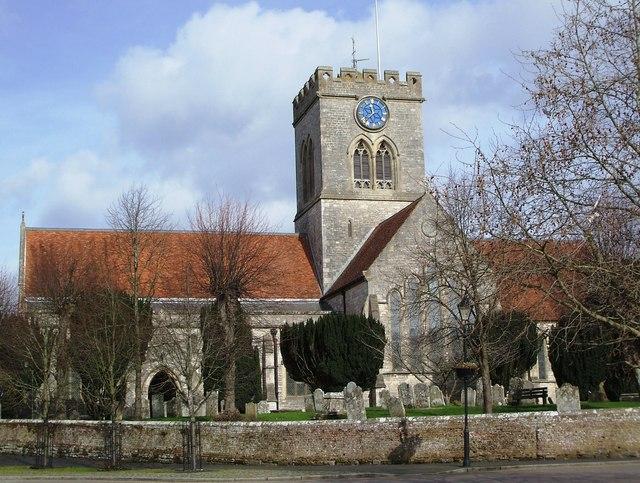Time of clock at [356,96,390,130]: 11:37
